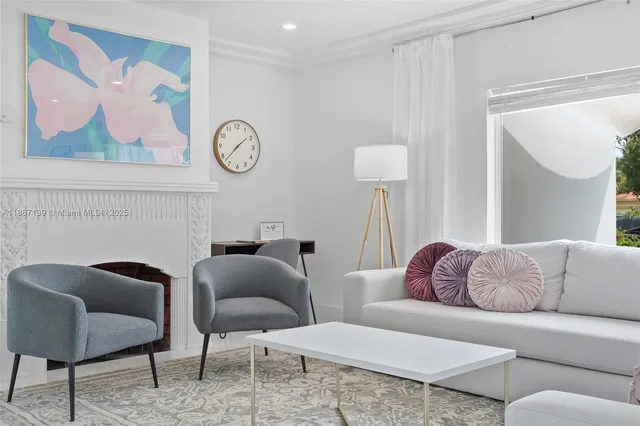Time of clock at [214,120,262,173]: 1:37
